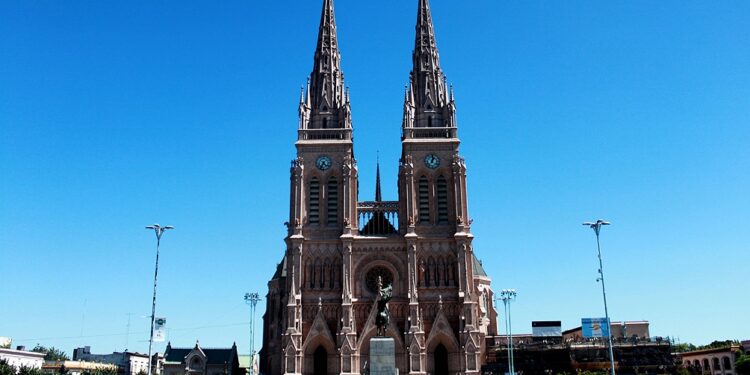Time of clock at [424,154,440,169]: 1:01
